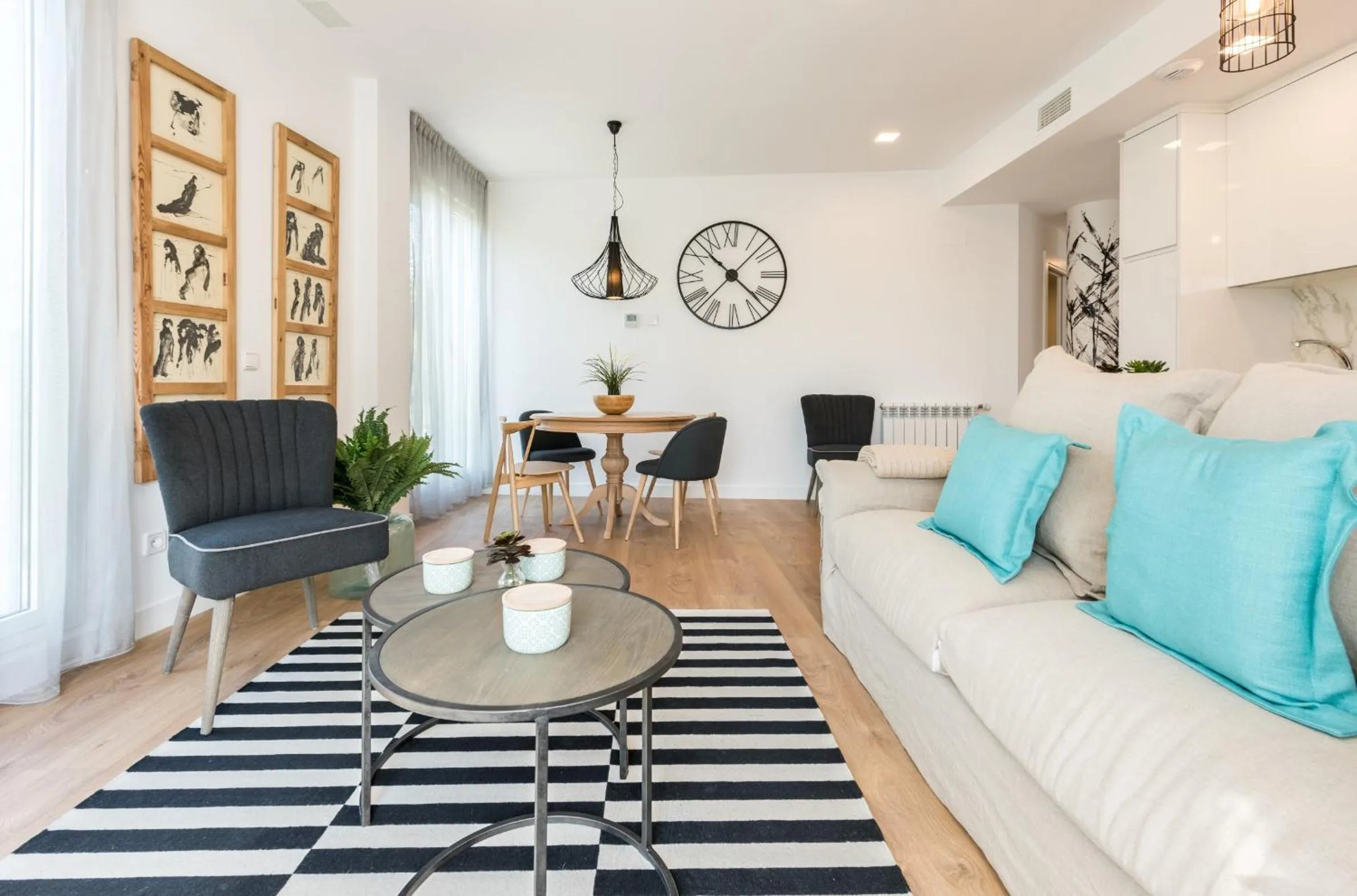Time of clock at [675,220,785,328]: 10:22
